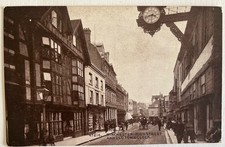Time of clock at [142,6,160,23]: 3:42
